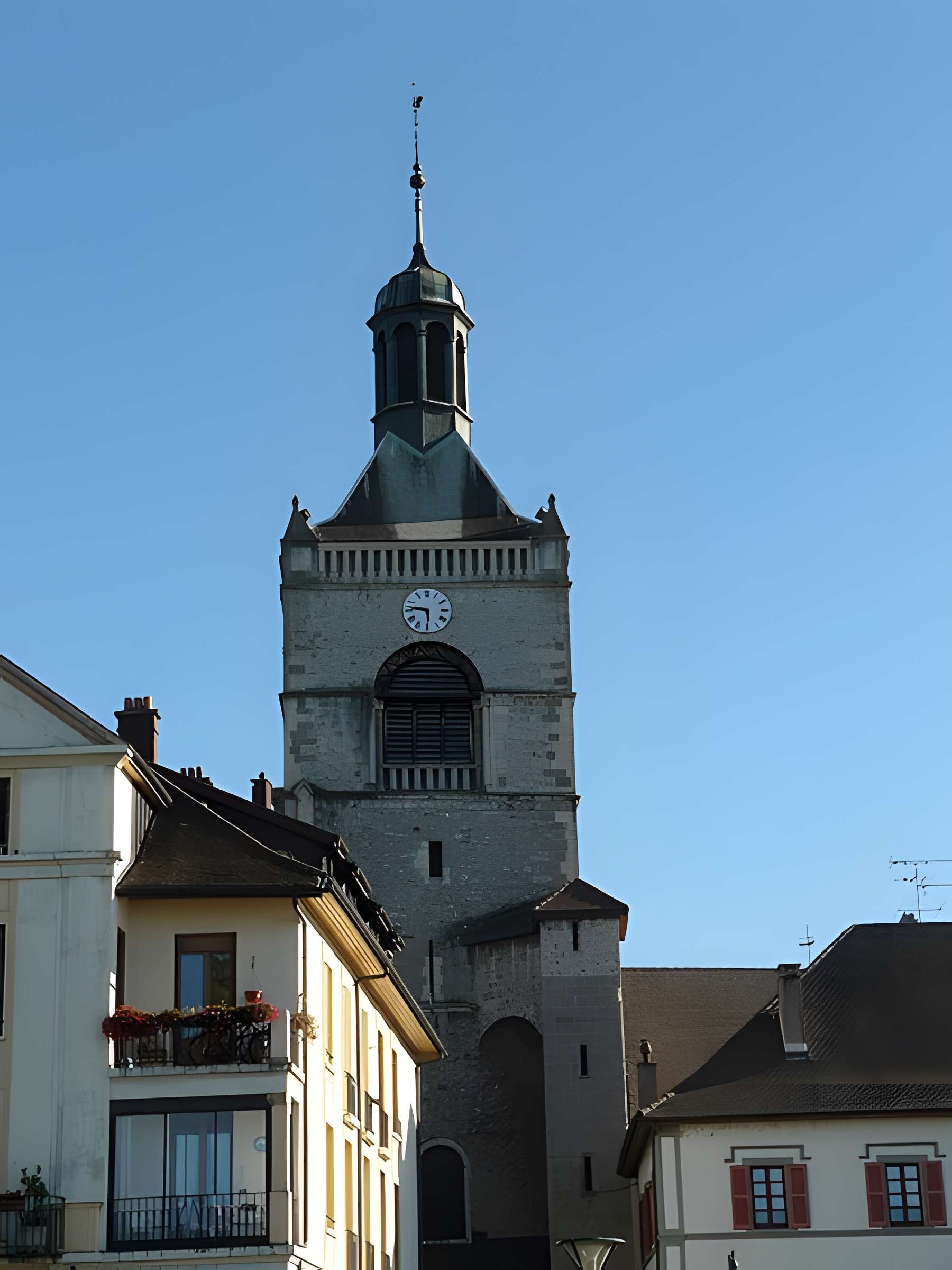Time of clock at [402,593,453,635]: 5:46
